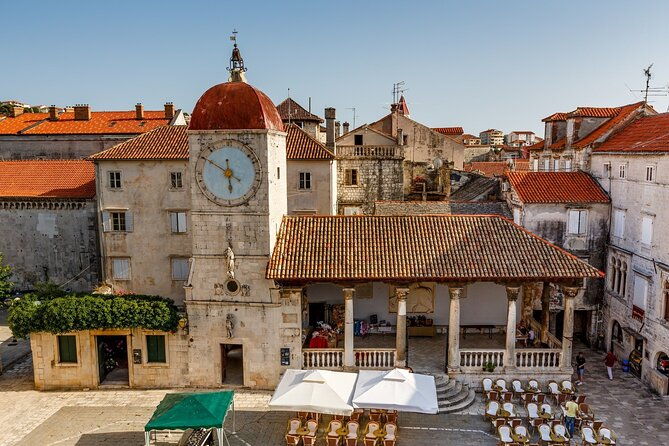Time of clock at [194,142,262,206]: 5:50
